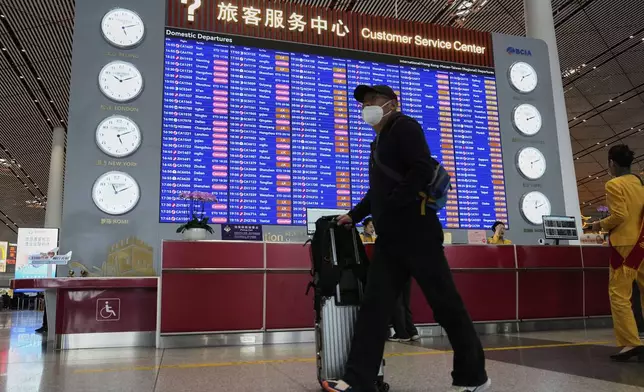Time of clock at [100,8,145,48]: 5:11
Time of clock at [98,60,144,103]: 10:11
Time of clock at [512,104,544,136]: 2:11
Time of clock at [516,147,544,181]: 2:11
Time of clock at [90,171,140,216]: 11:10
